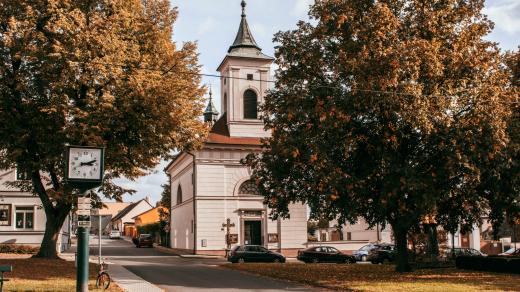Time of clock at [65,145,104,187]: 3:11
